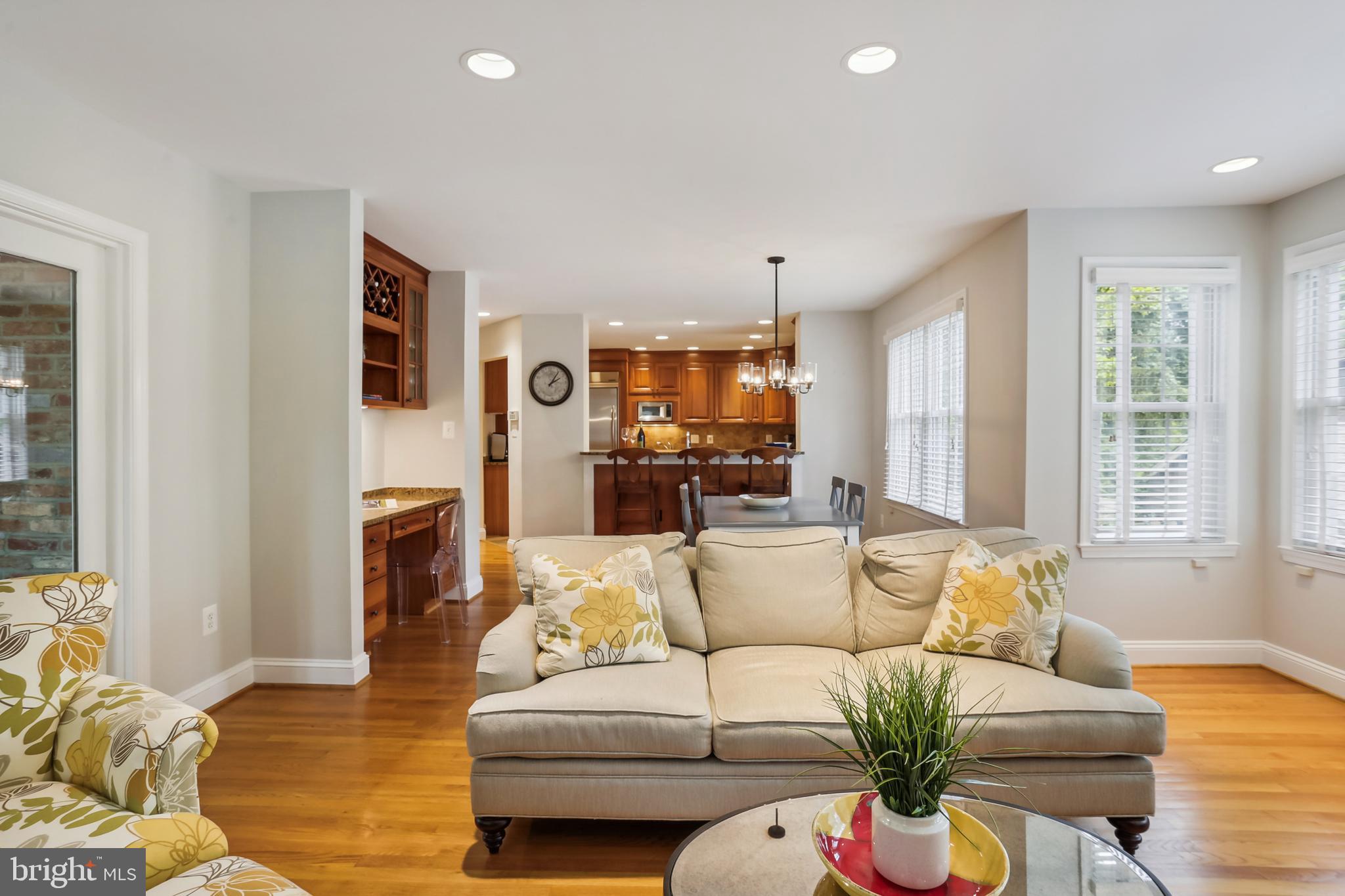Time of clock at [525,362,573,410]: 2:06
